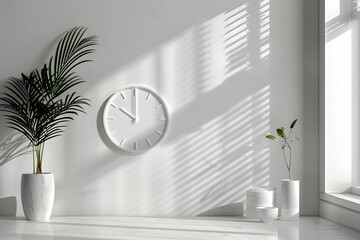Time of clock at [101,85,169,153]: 10:00
